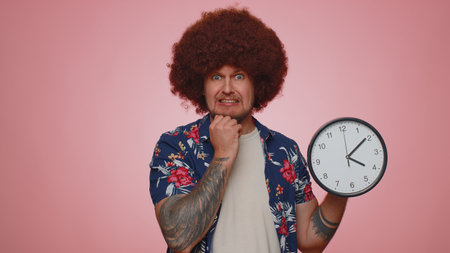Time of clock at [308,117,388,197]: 4:09
